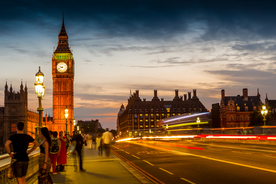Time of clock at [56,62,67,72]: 9:41
